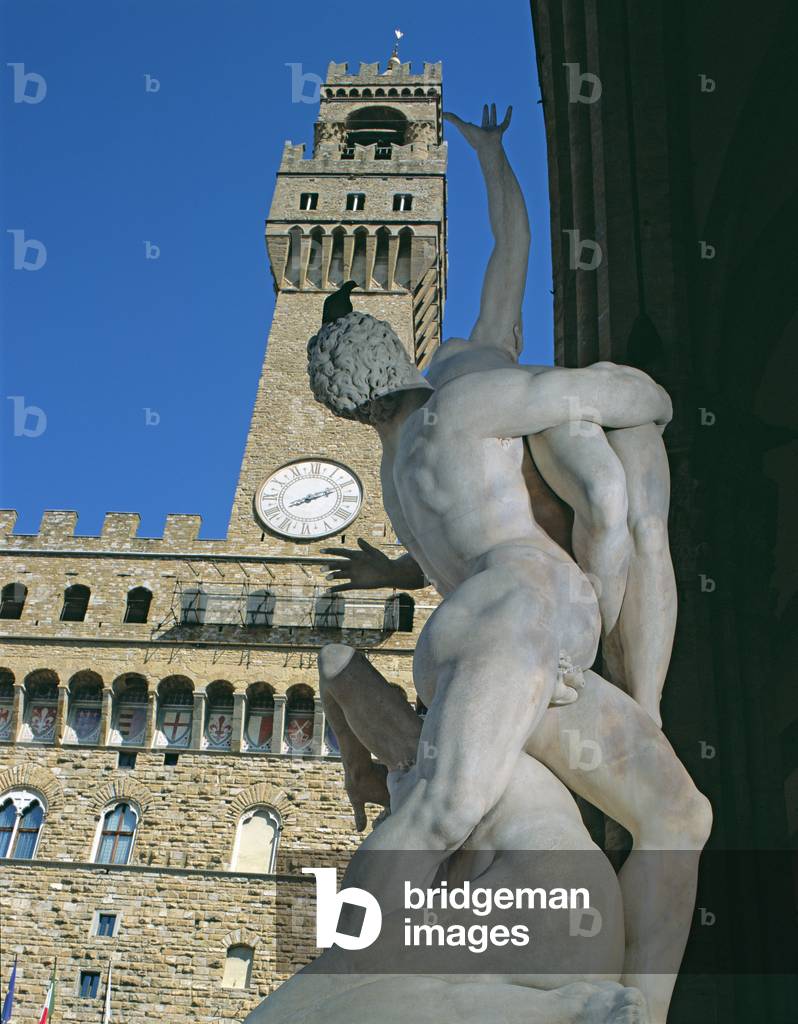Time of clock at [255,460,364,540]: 8:11
